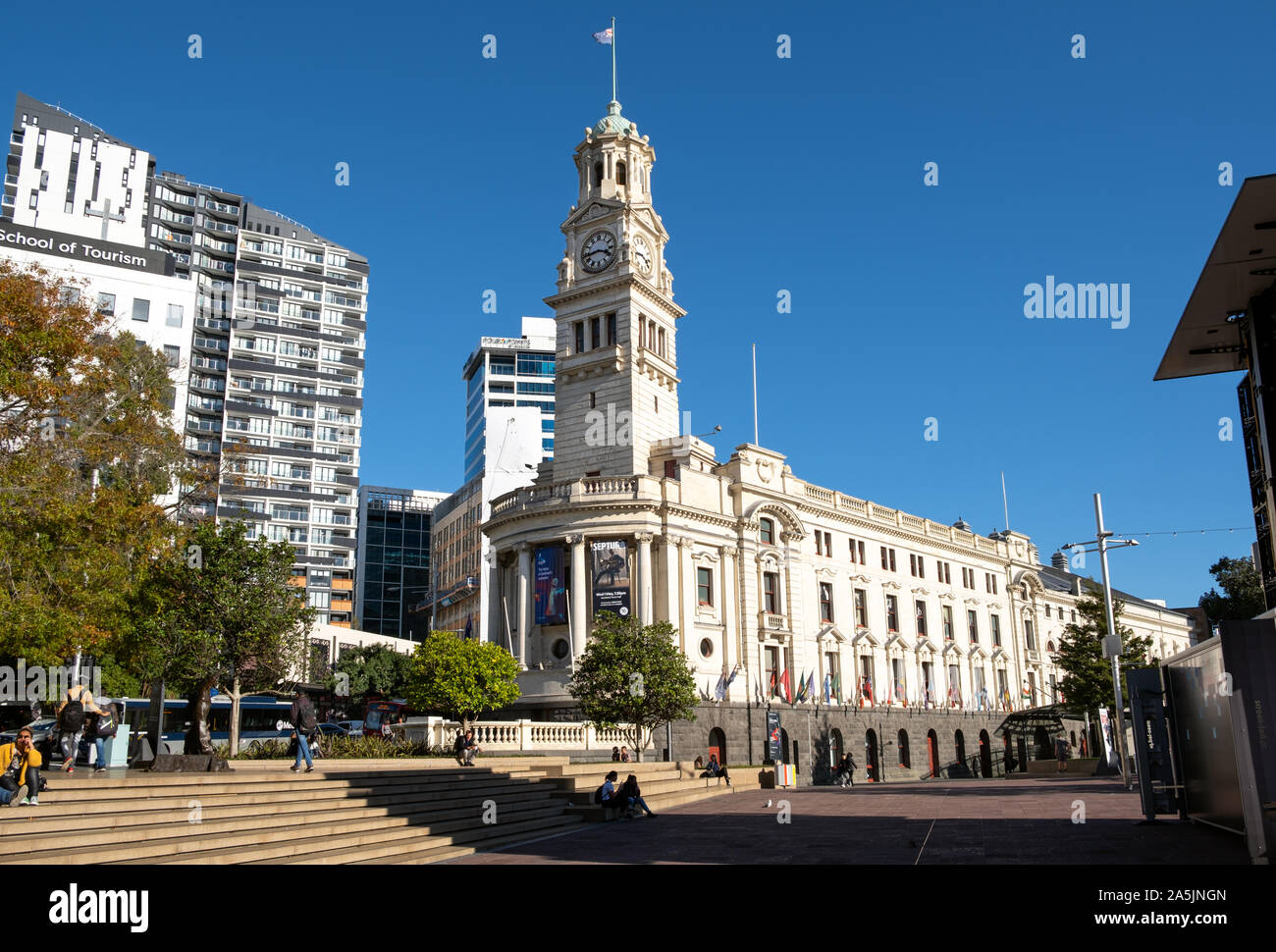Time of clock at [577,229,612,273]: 3:43
